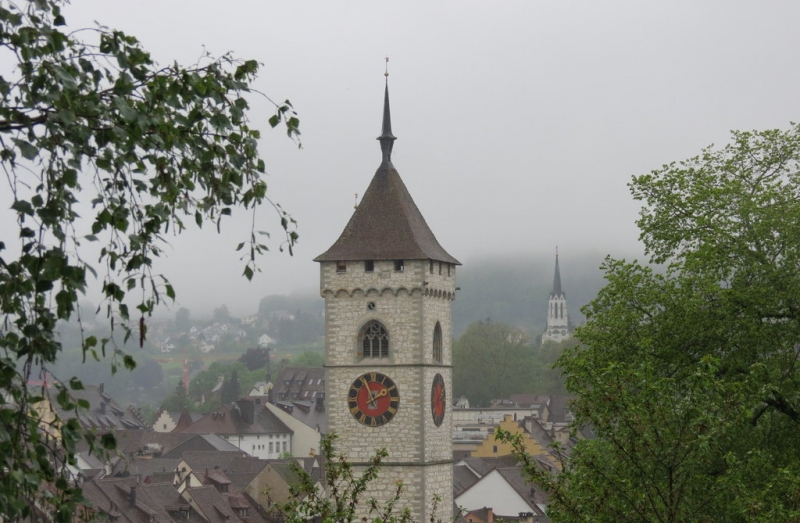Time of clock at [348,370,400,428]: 1:56
